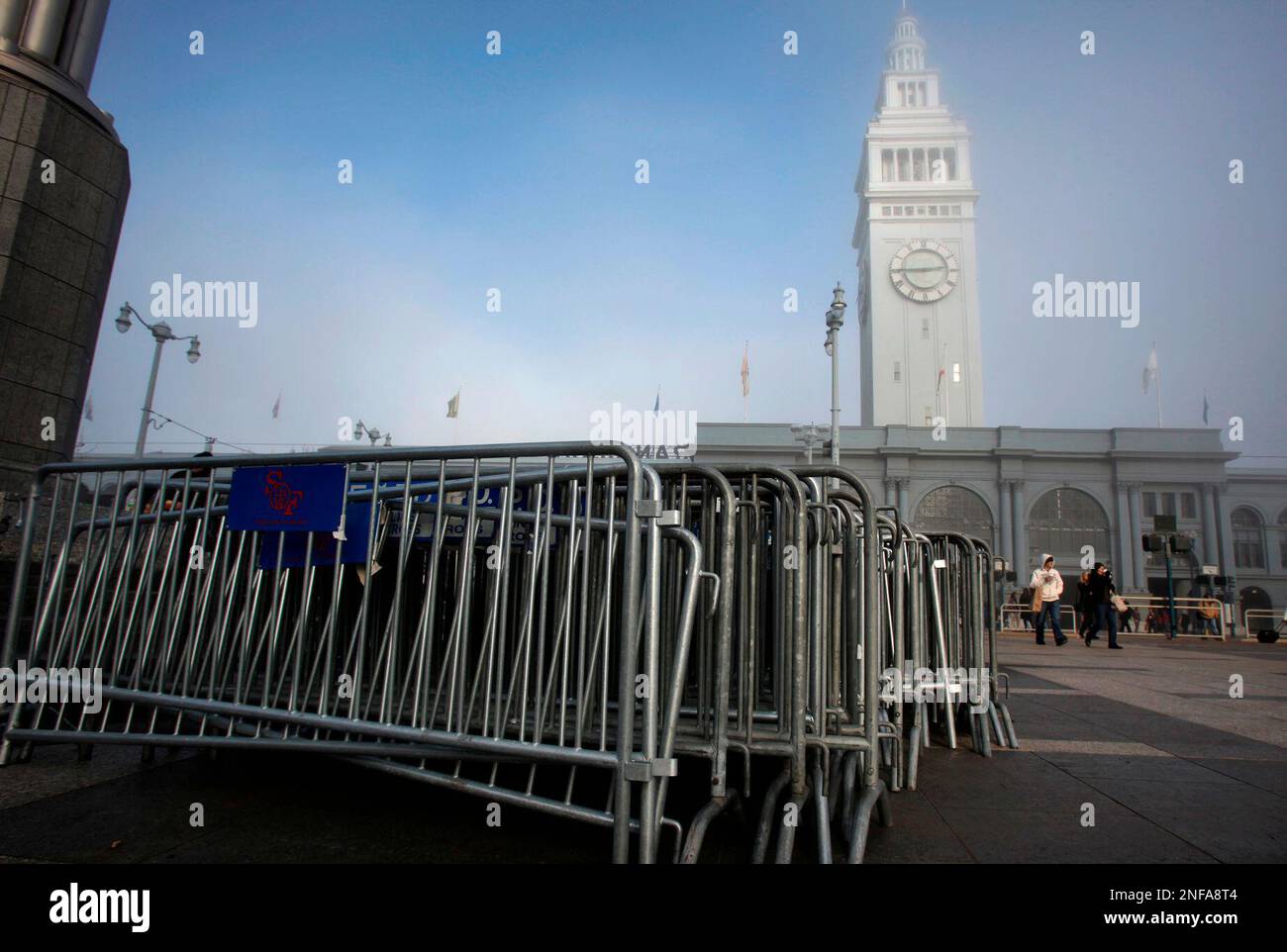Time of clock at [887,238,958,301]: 2:45
